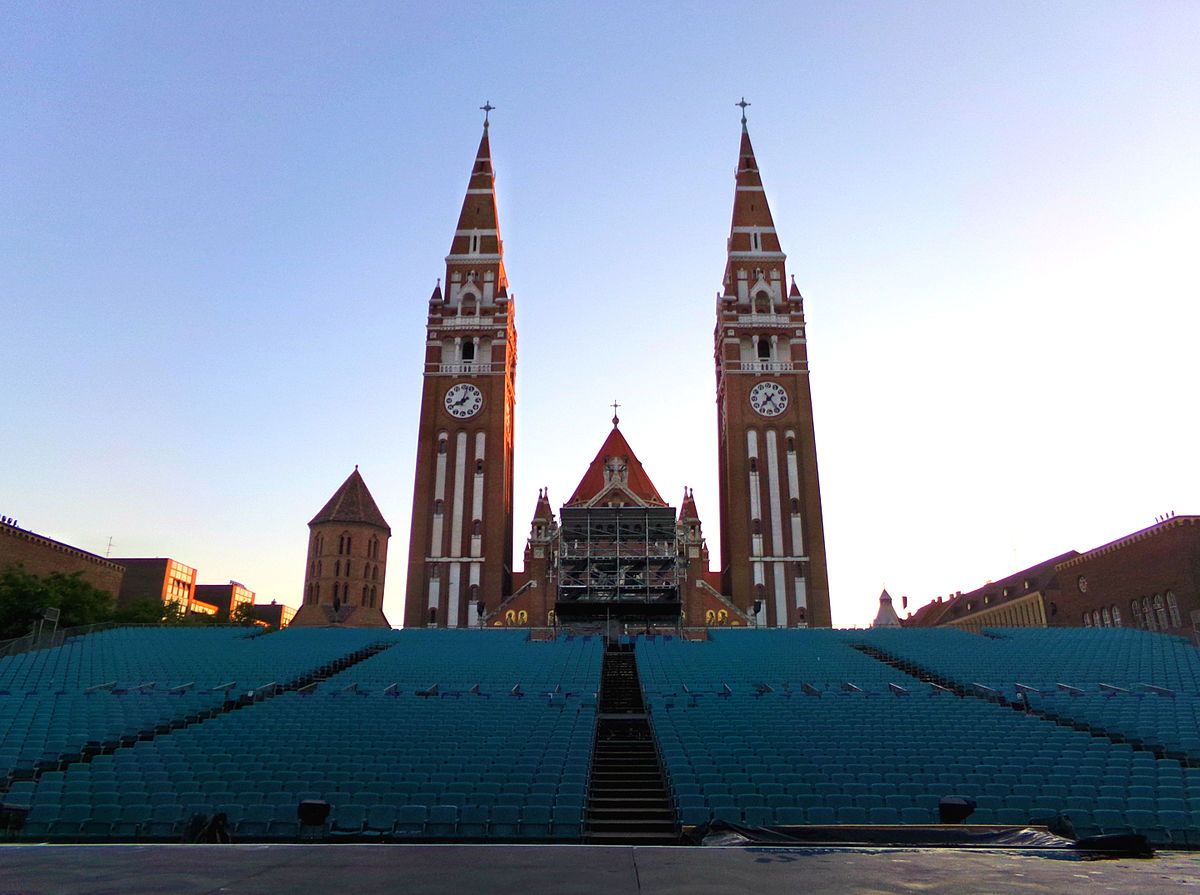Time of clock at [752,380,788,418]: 7:24
